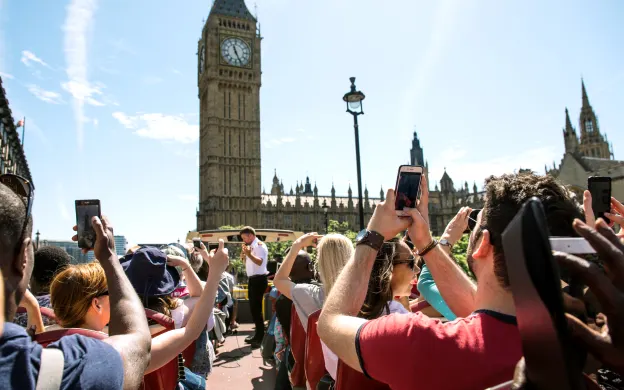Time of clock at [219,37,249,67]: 11:25
